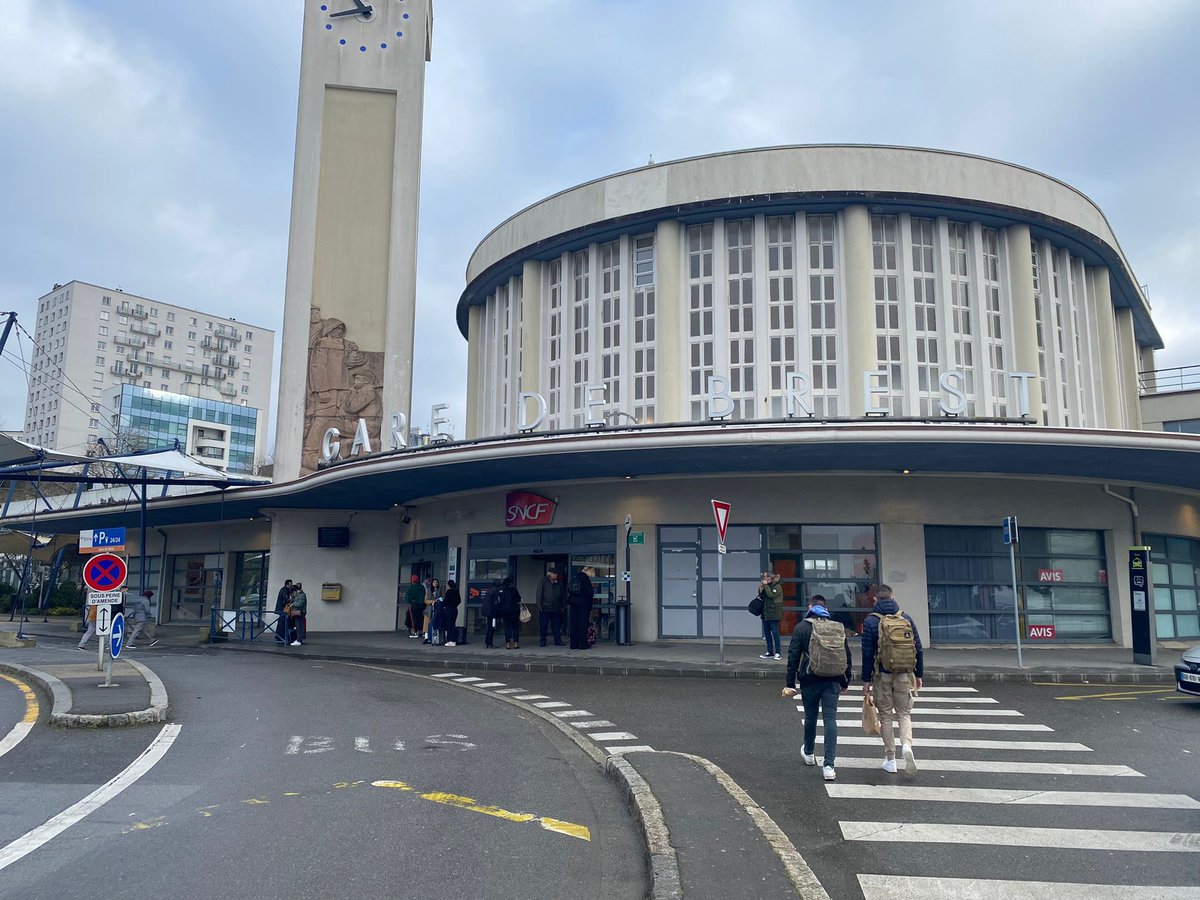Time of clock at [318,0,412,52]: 10:42
